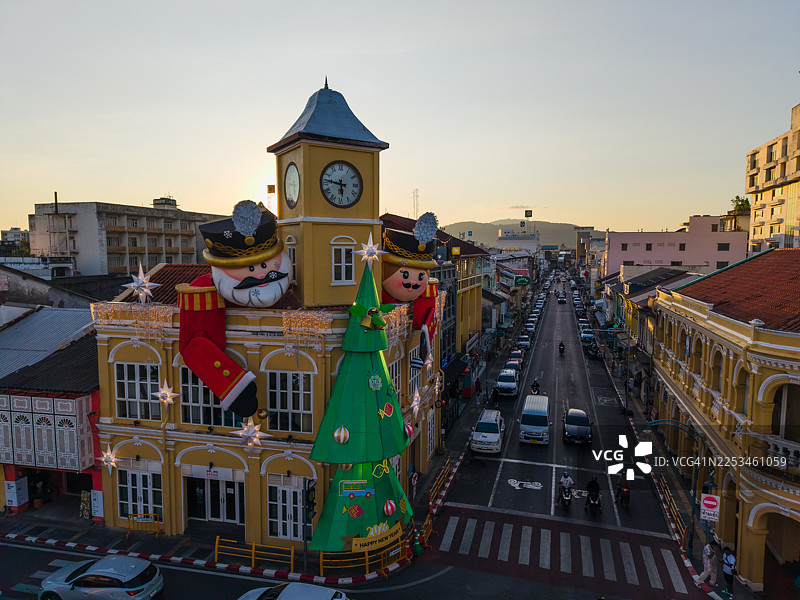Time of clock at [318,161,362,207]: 5:46
